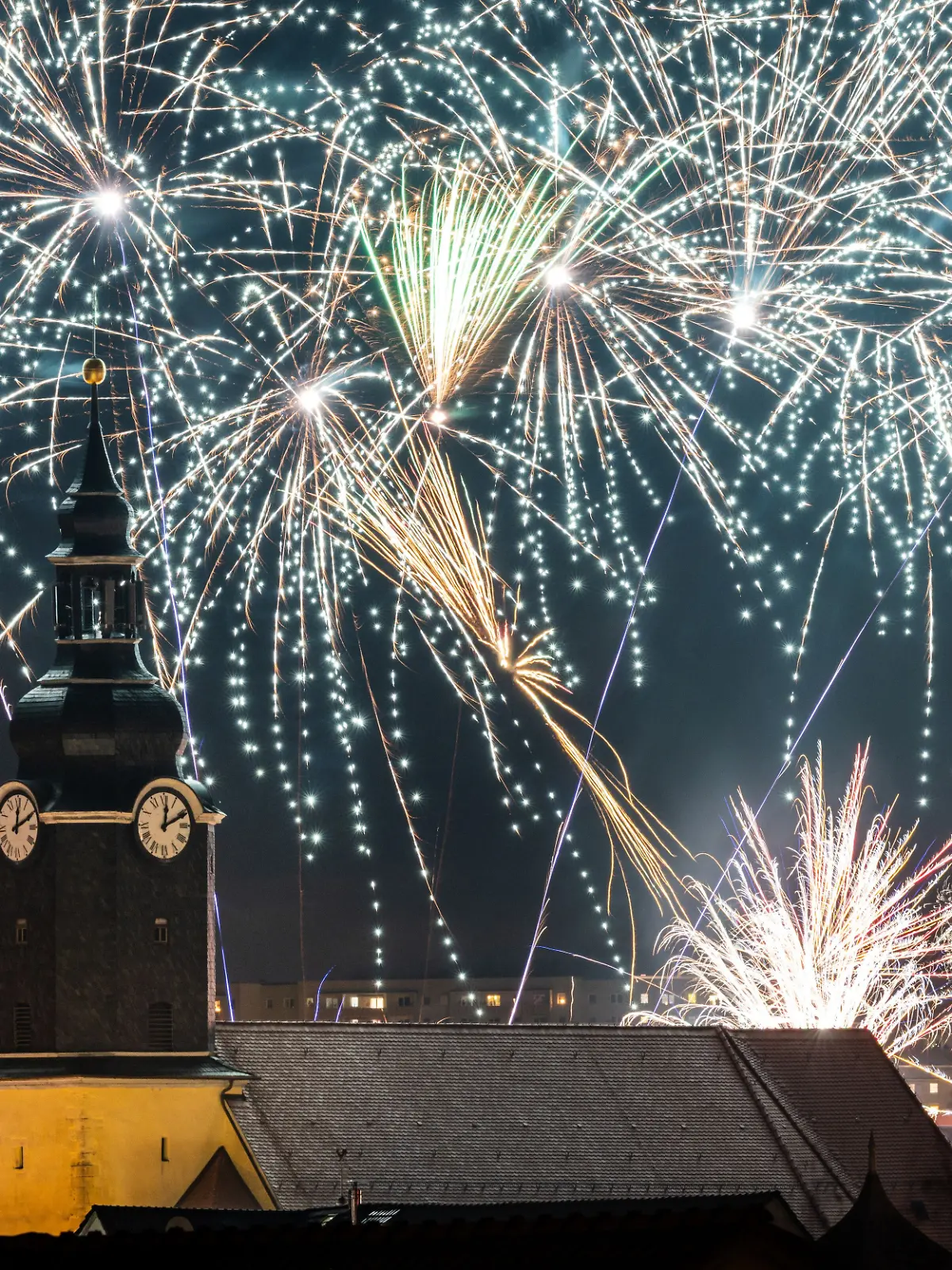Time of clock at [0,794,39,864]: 12:10
